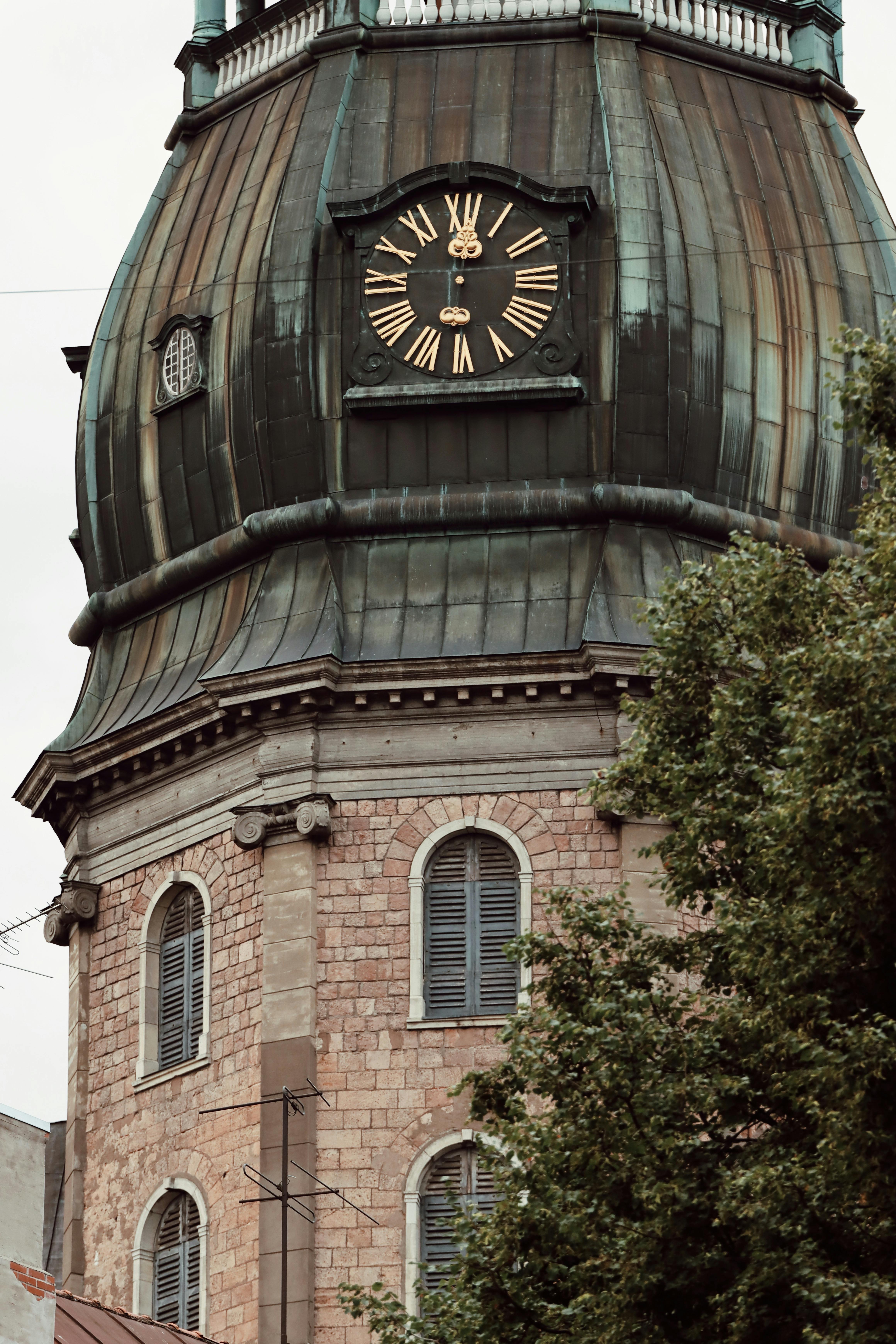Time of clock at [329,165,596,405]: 12:01
